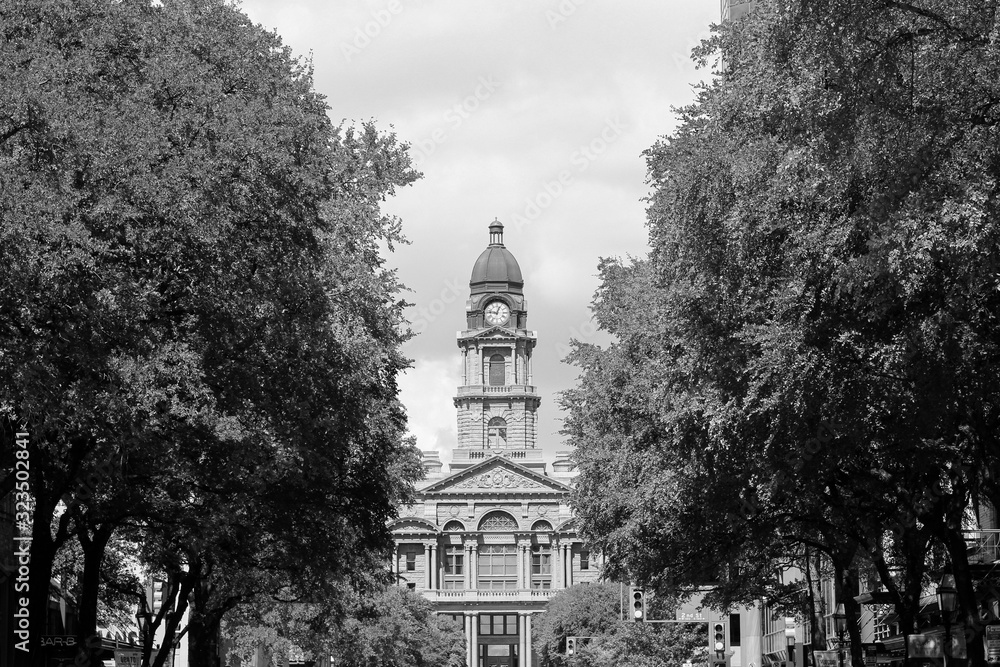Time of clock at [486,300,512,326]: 12:46
